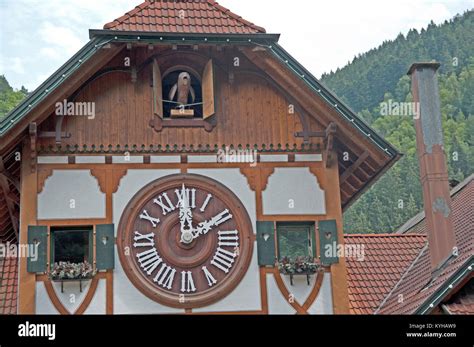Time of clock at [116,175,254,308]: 12:09
